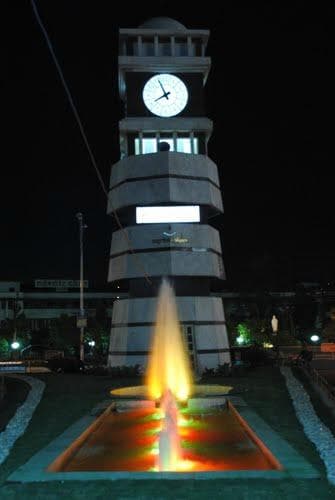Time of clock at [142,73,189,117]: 7:55
